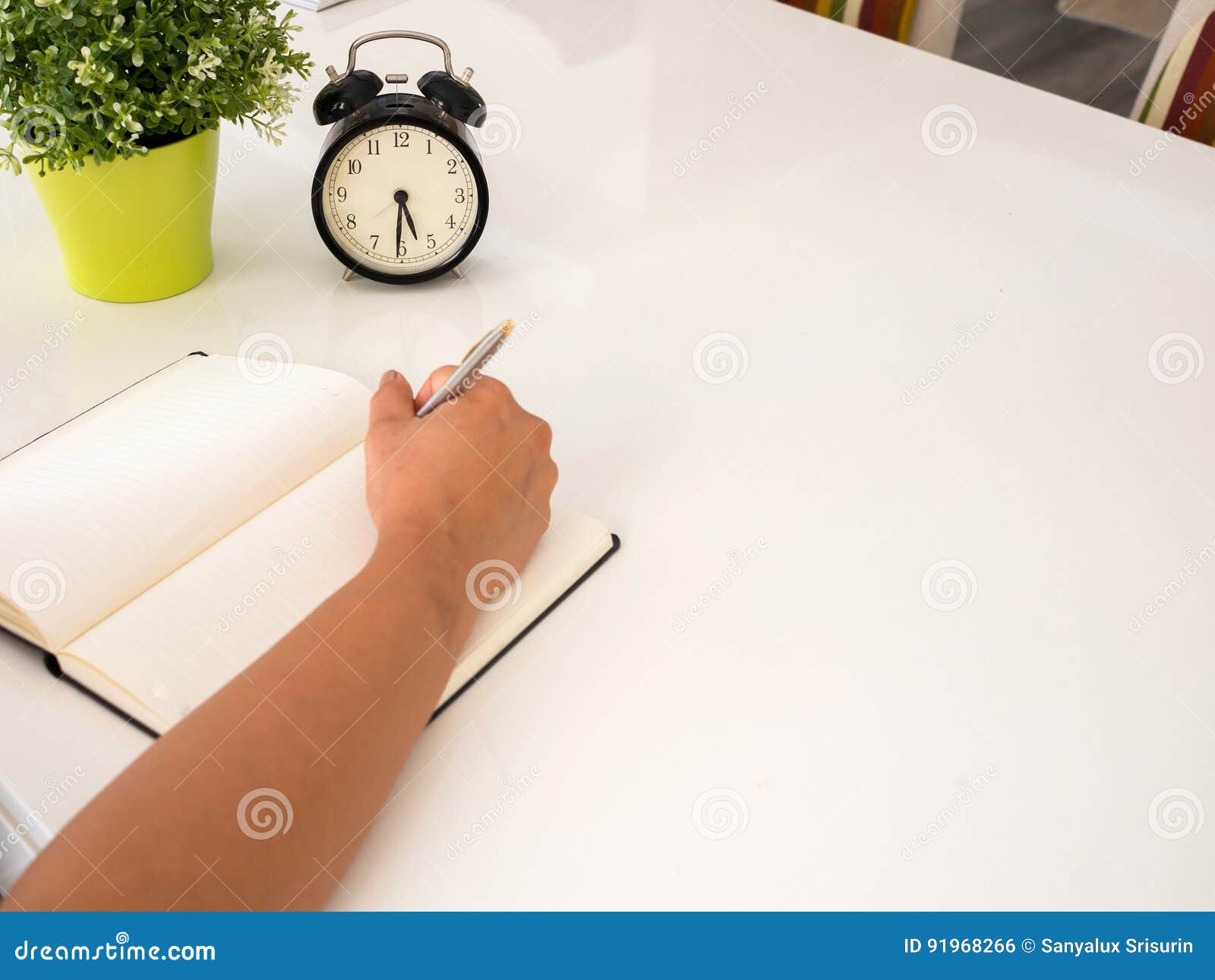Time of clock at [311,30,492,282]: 5:30
